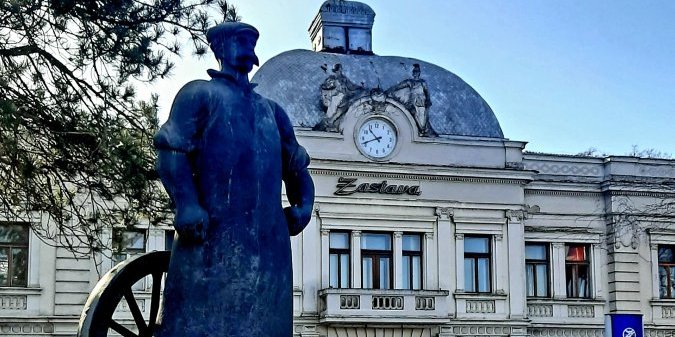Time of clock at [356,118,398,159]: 10:41
